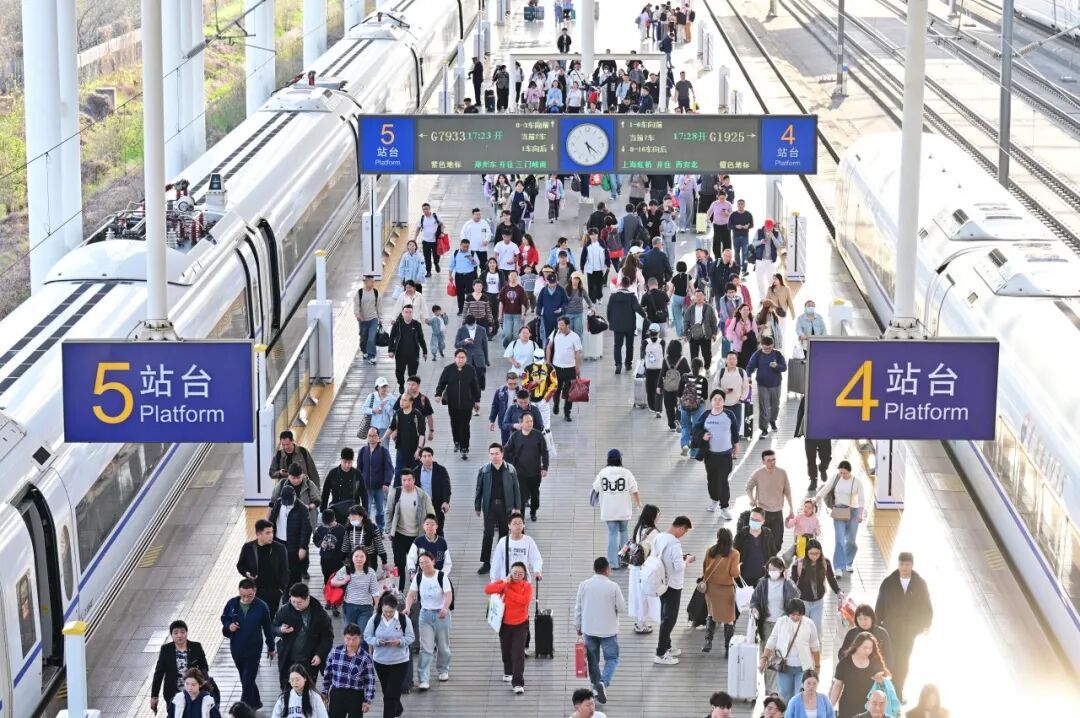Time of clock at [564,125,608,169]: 5:21
